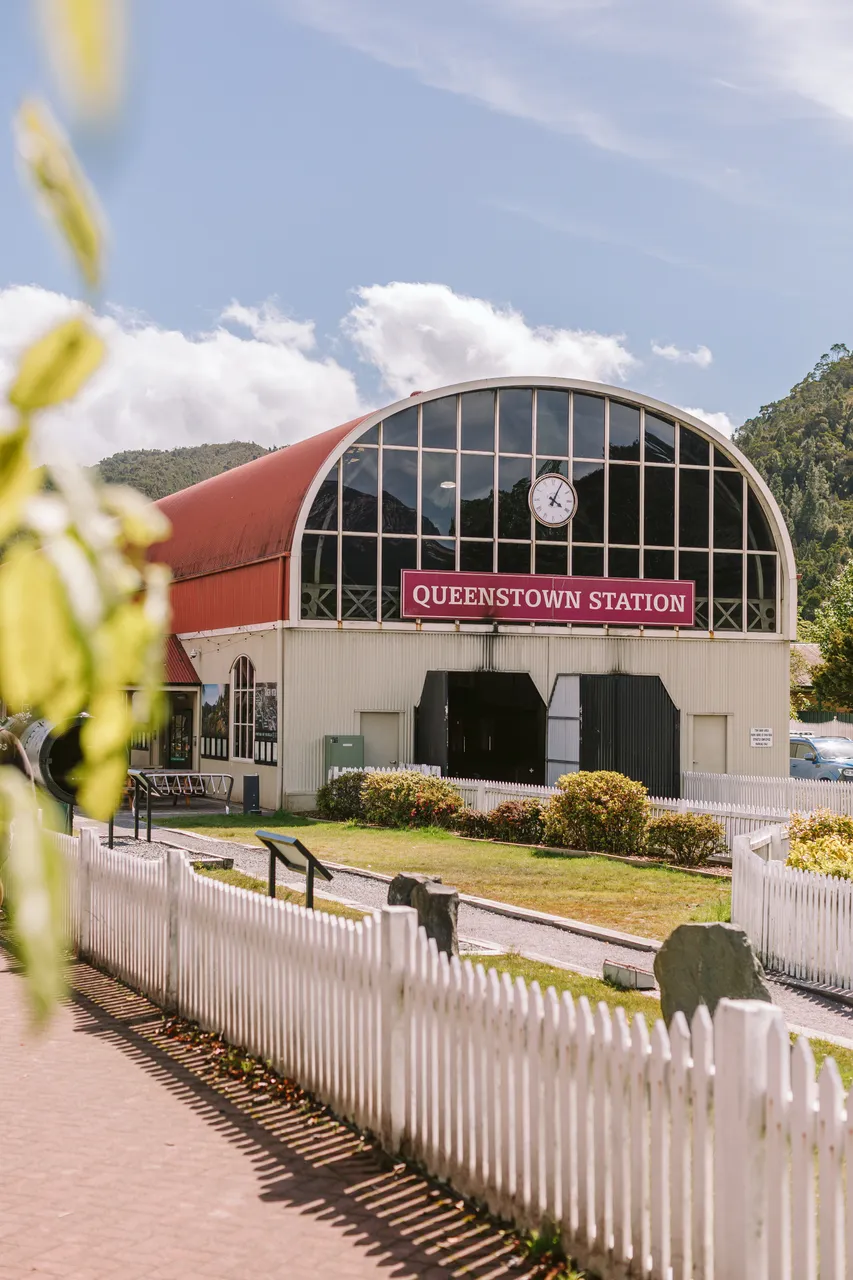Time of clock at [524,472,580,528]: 4:04
